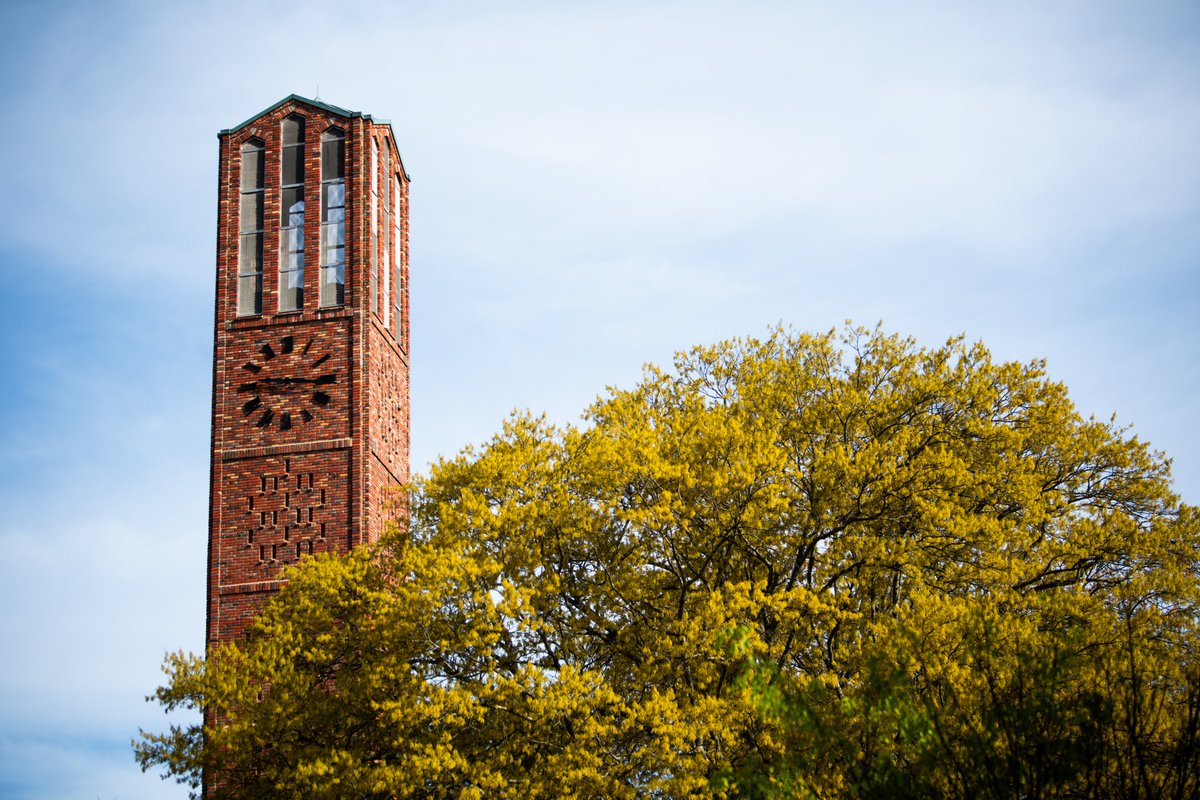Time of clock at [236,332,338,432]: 2:45
